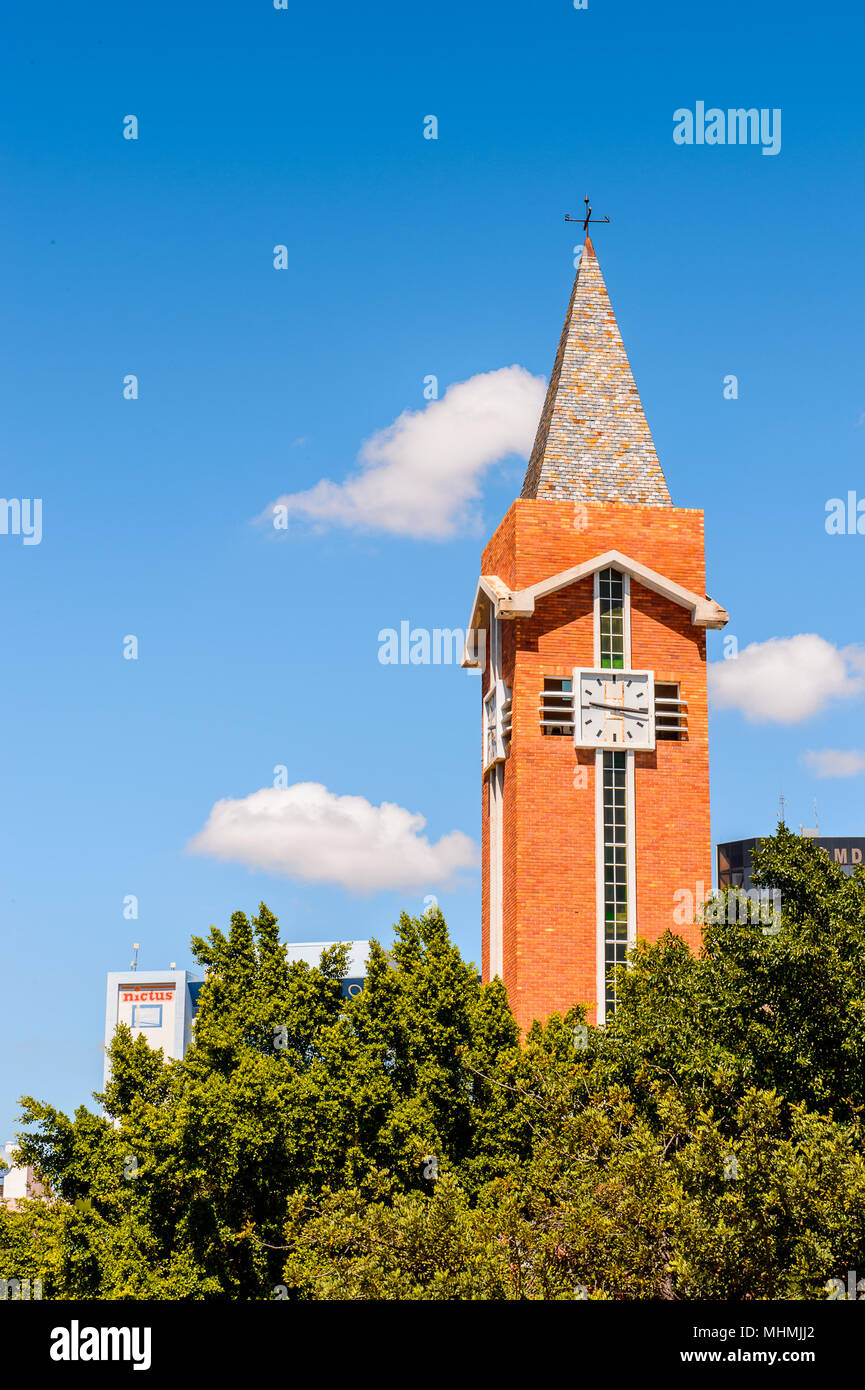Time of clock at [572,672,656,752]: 9:16
